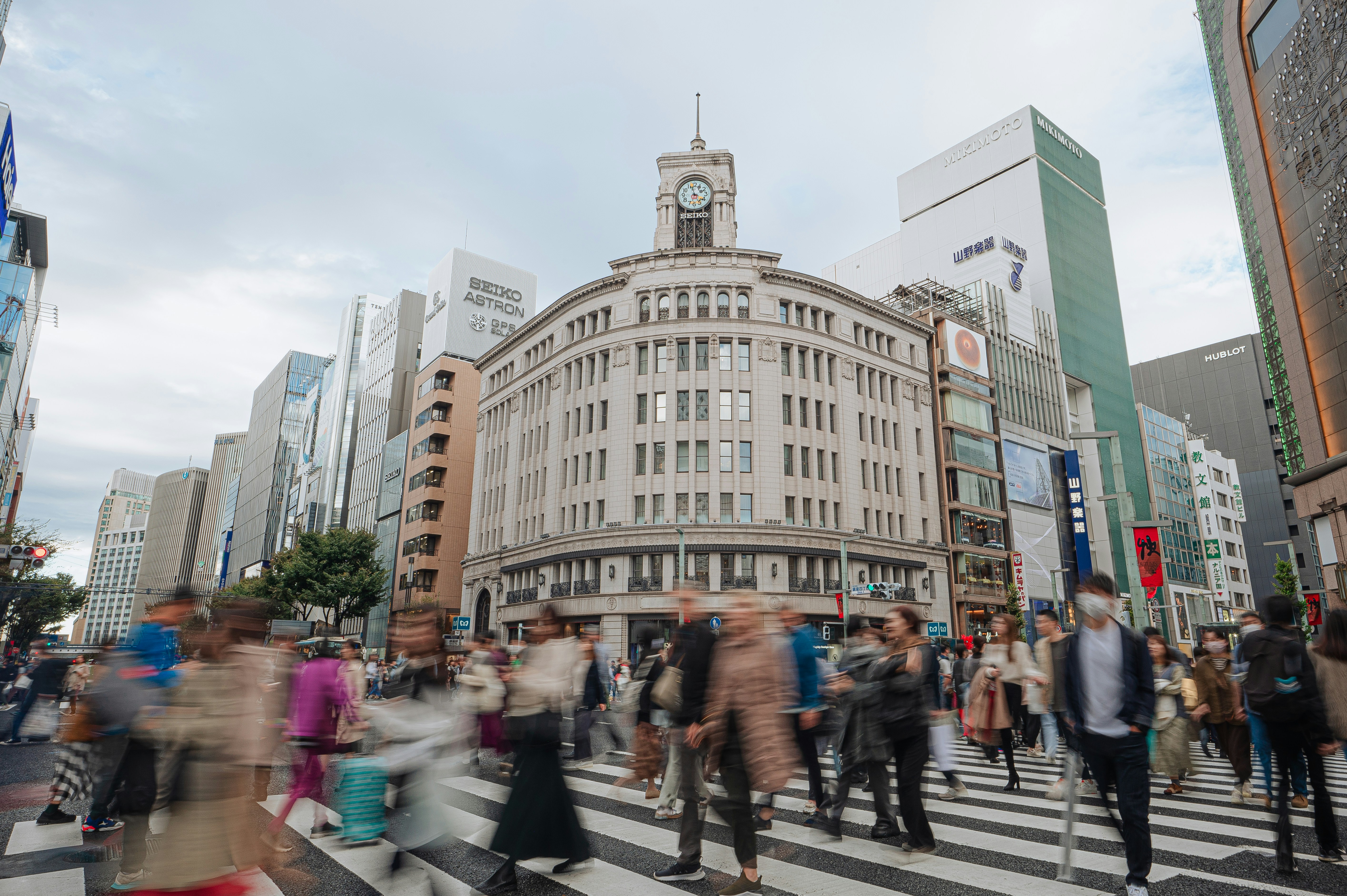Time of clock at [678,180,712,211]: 3:57
